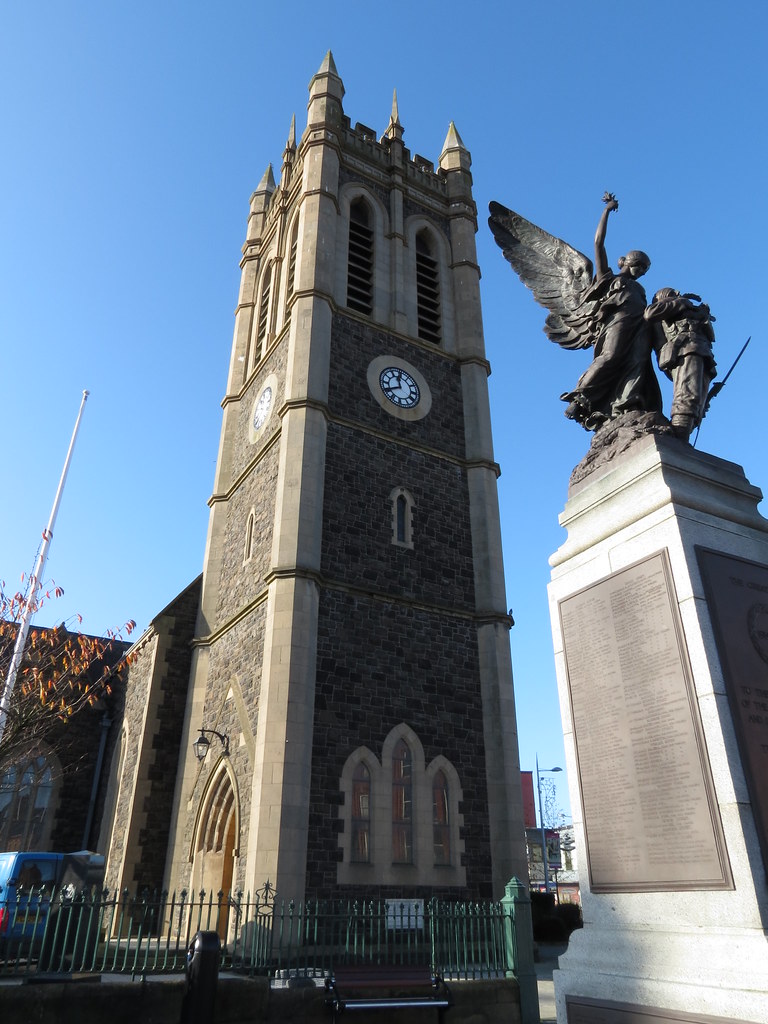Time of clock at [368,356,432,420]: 11:40
